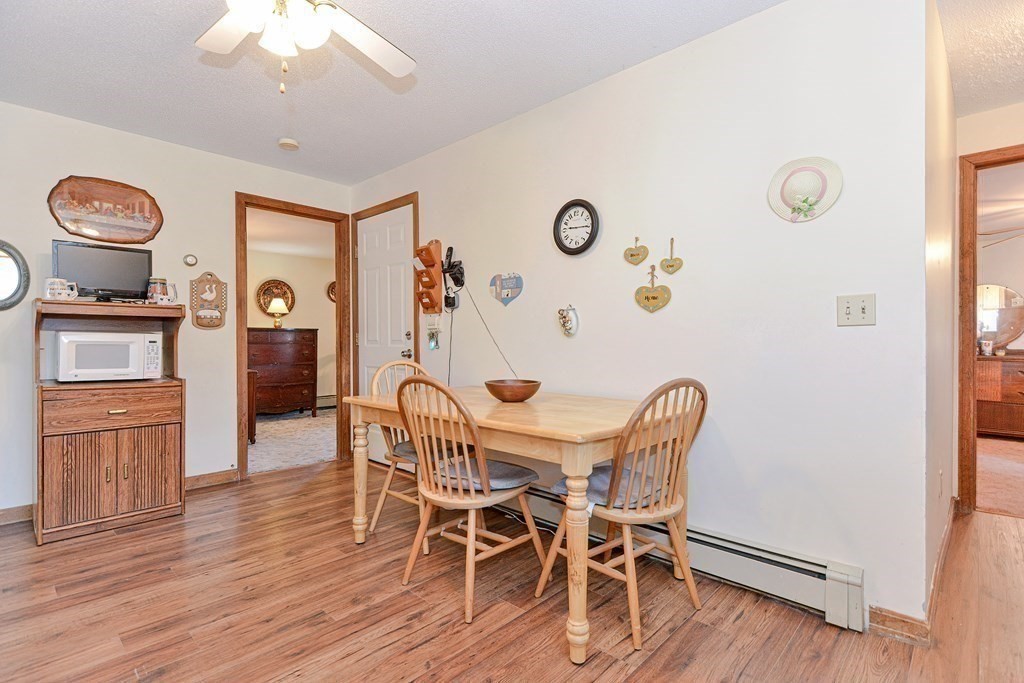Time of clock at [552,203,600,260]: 9:15
